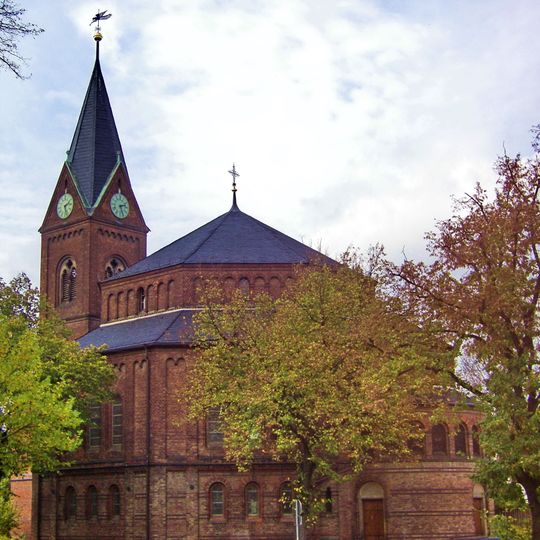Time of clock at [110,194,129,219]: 2:27
